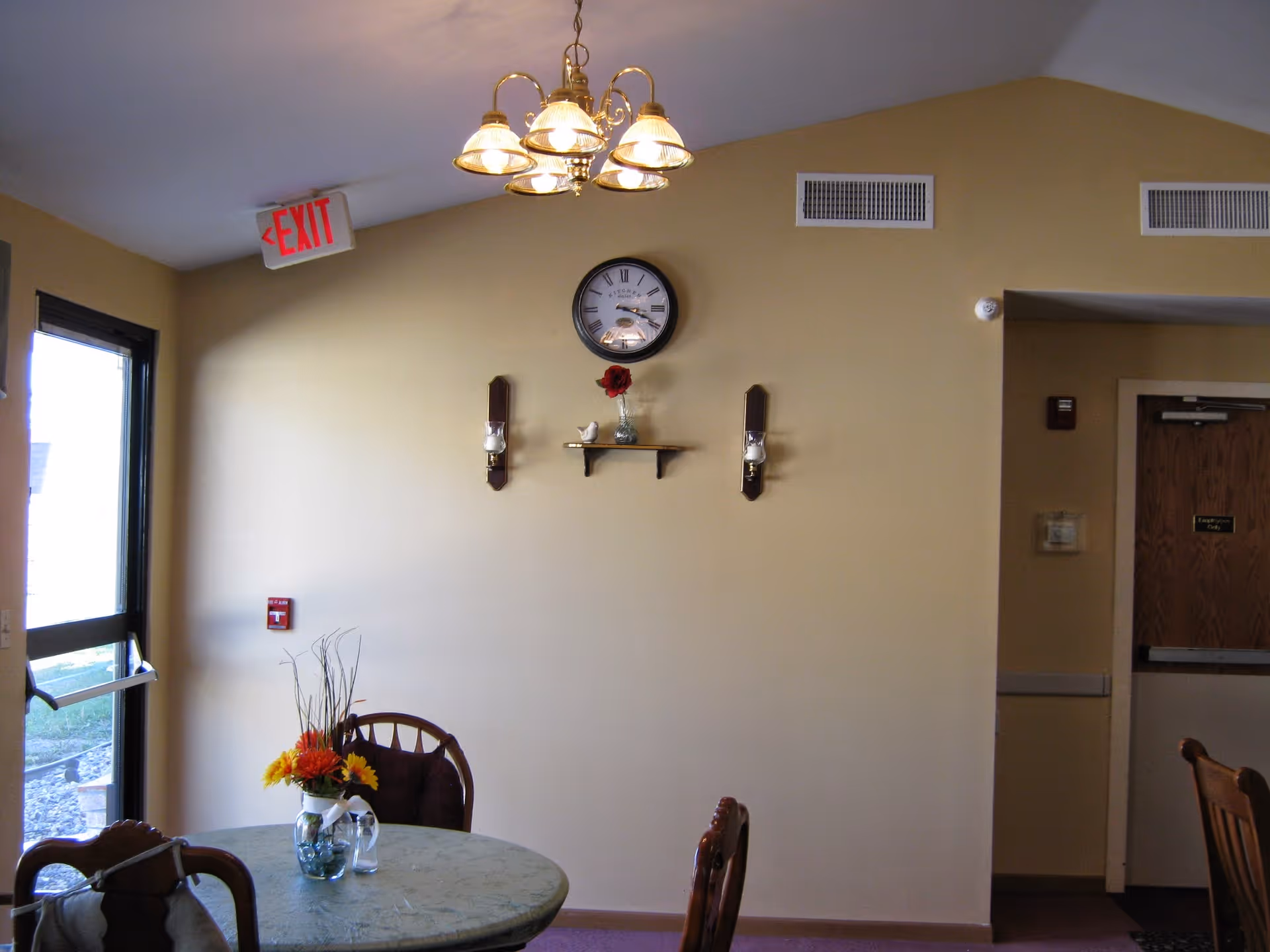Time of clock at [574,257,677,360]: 3:18
